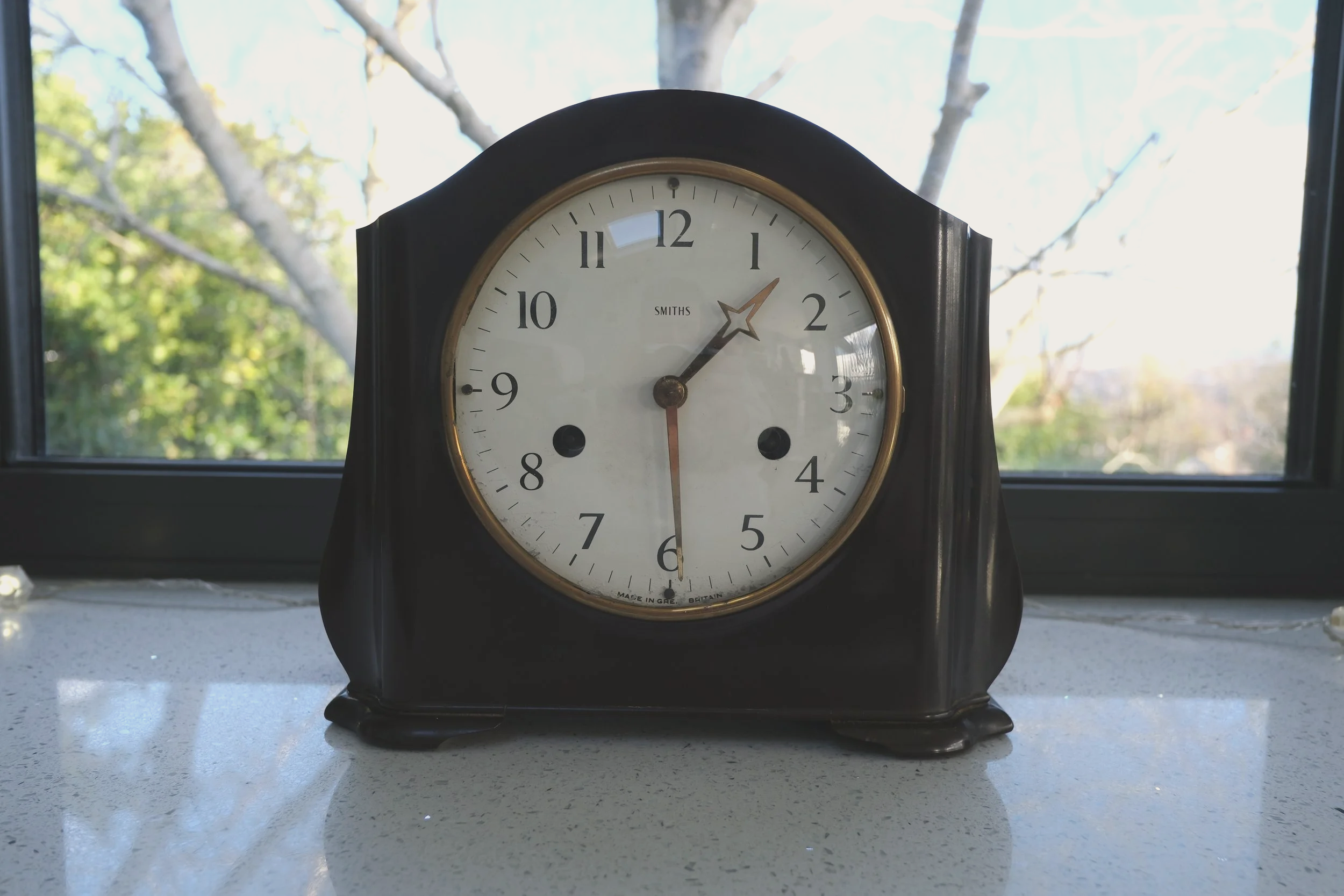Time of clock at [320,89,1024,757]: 1:29
